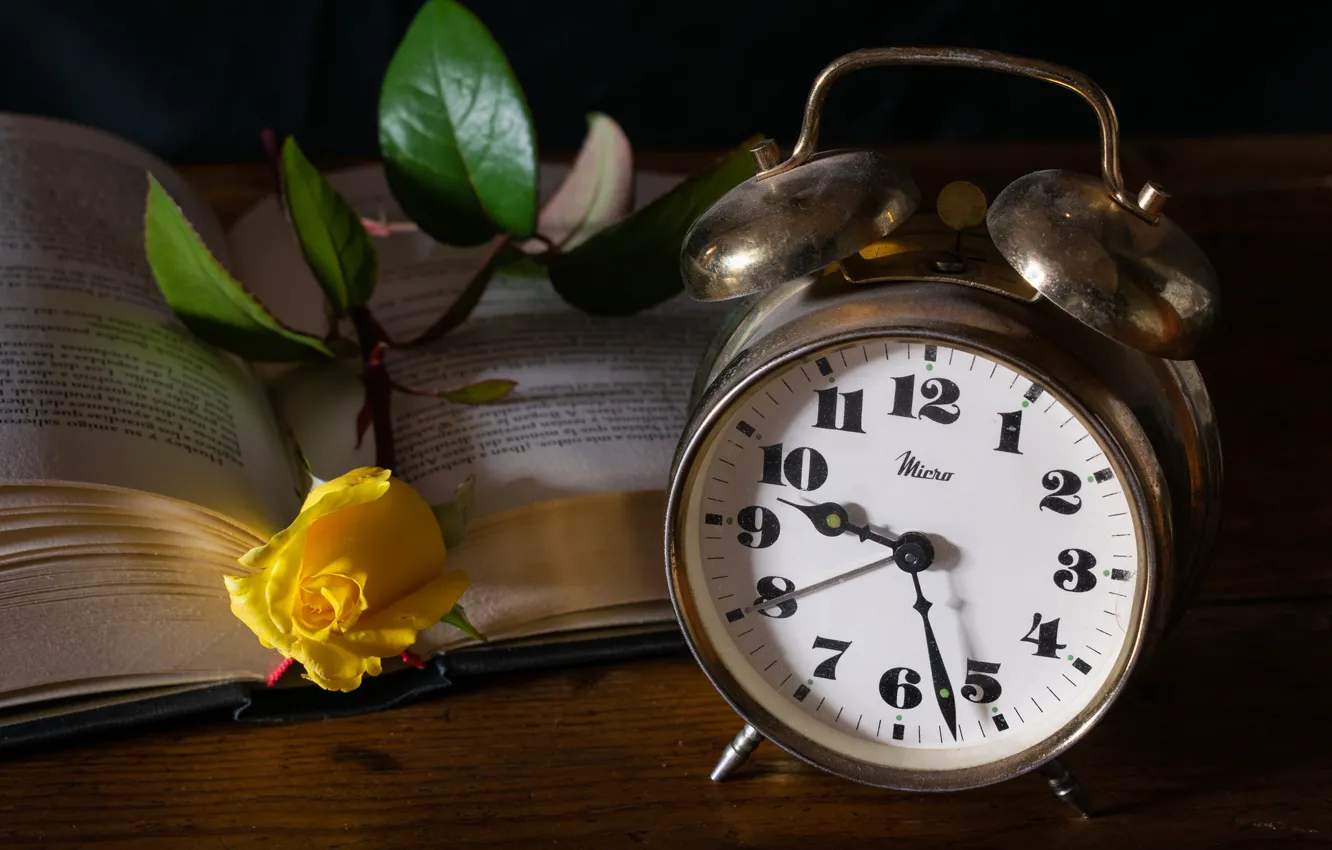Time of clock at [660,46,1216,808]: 9:27
